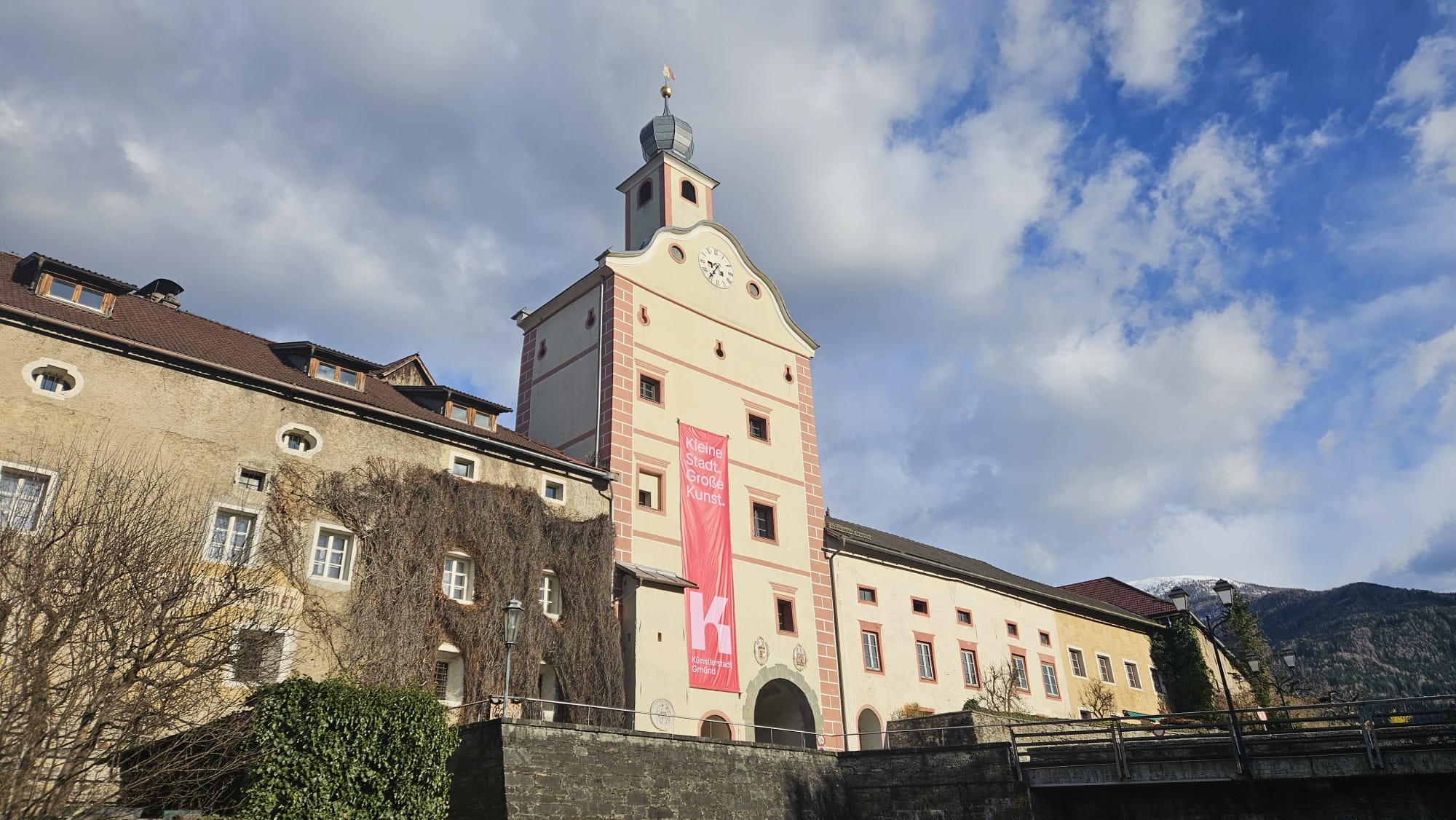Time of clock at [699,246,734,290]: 9:35
